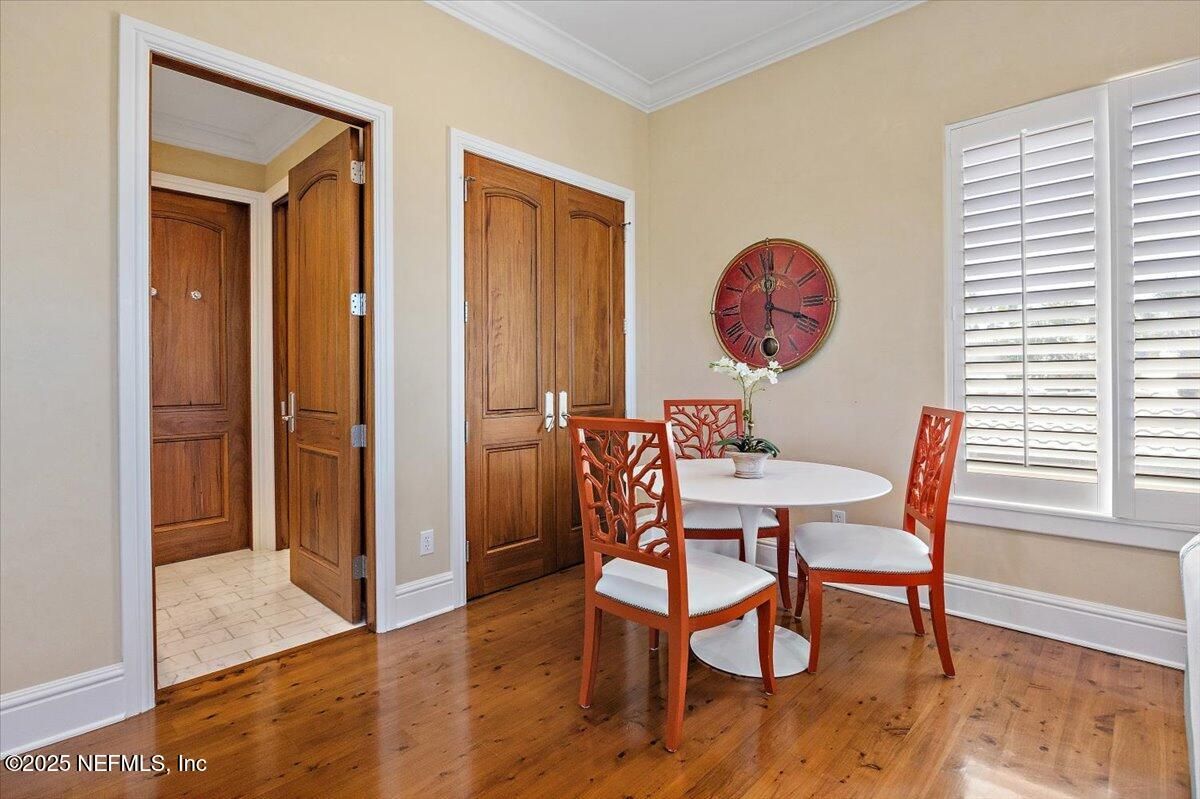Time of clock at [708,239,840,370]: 12:18
